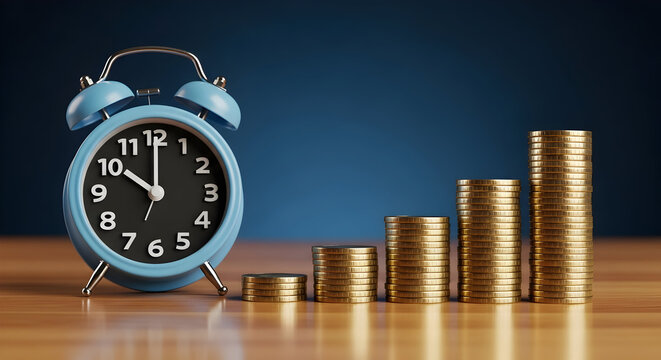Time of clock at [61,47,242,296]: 10:00
